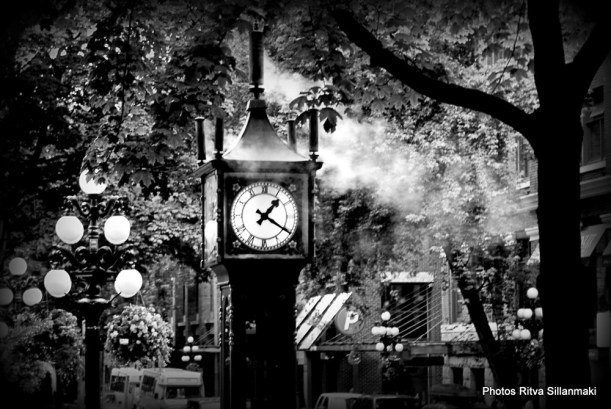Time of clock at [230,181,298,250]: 1:20
